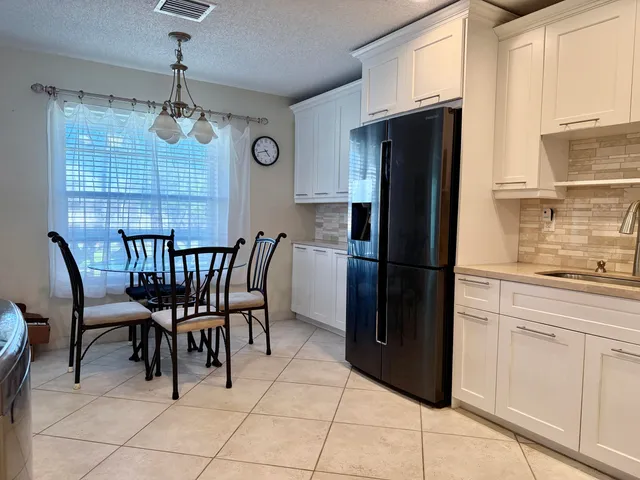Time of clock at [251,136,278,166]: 4:42
